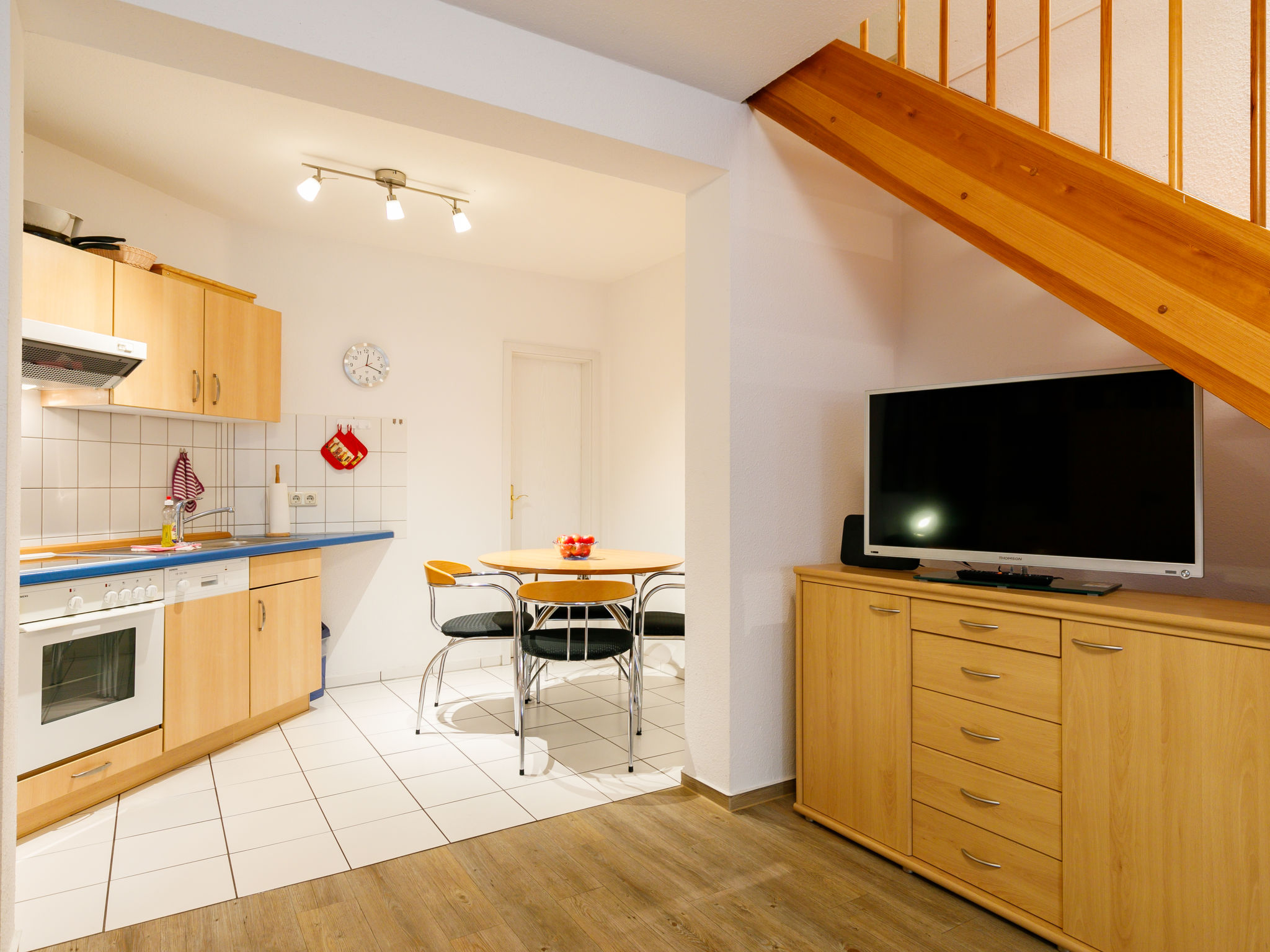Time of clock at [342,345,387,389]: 12:19
